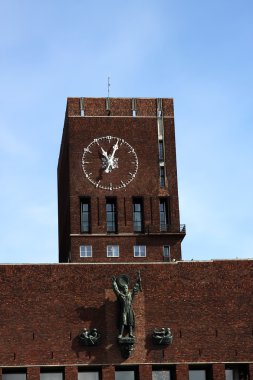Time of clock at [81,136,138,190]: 11:03
